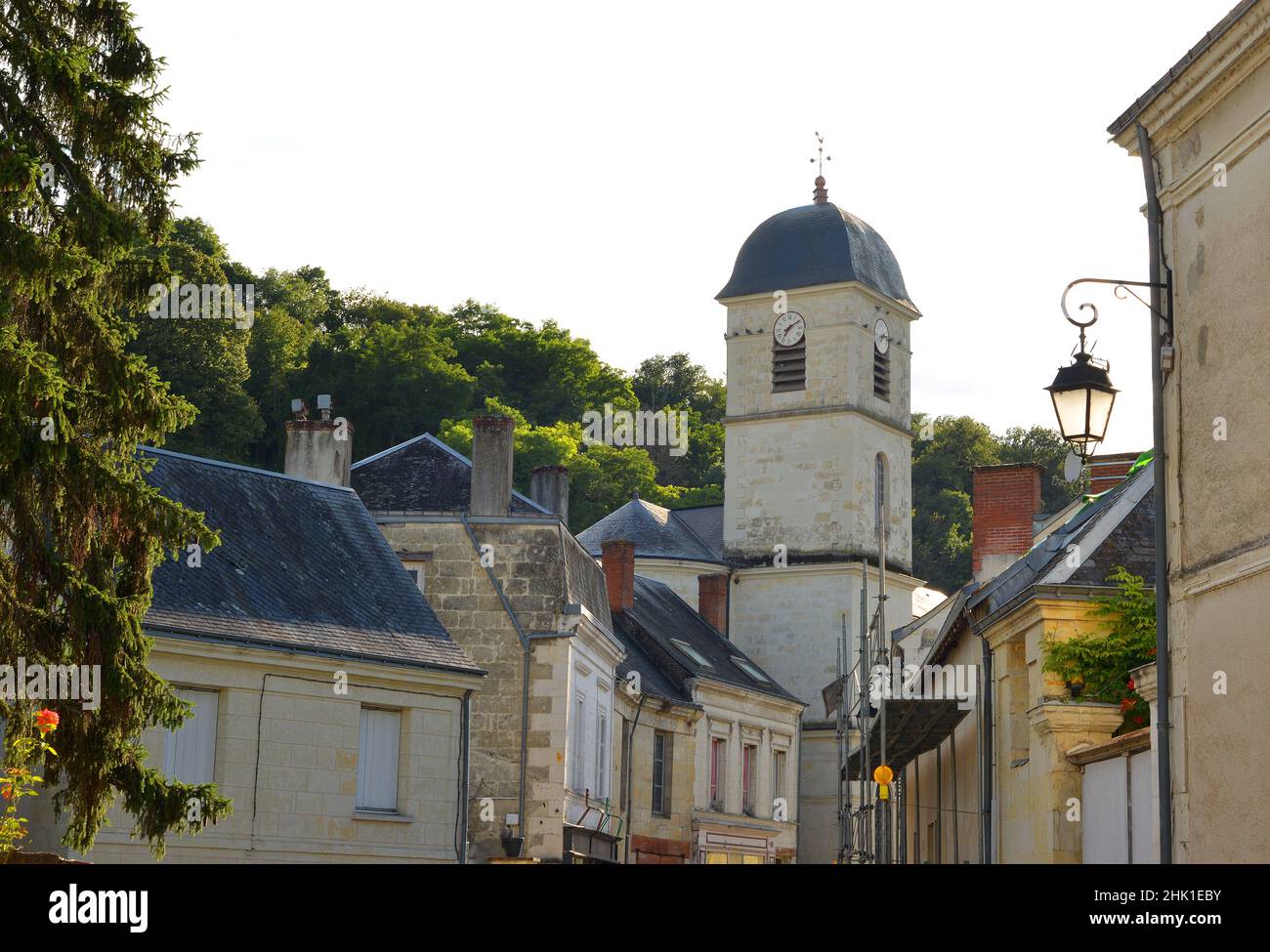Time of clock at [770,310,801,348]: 7:09
